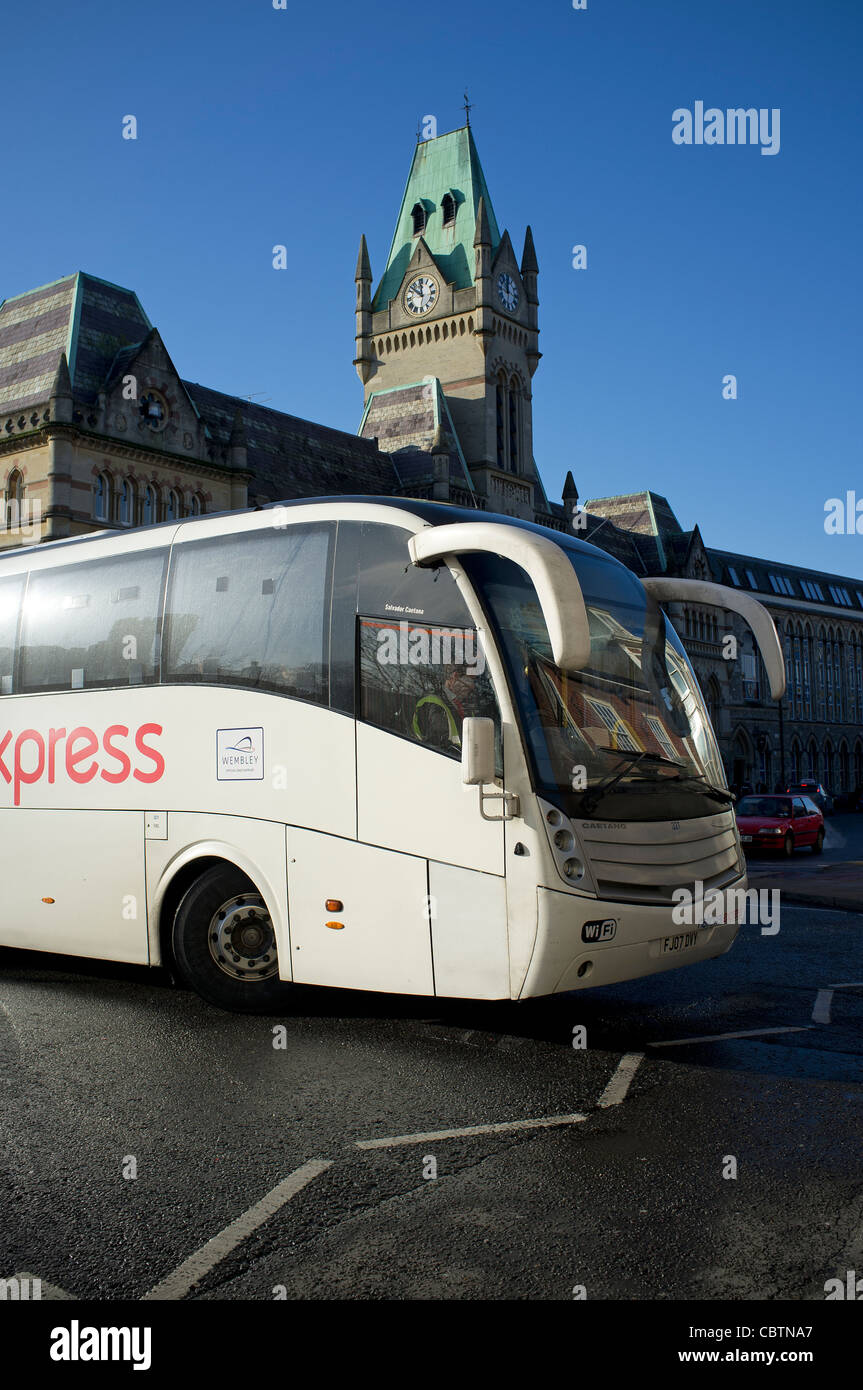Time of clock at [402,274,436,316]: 11:51
